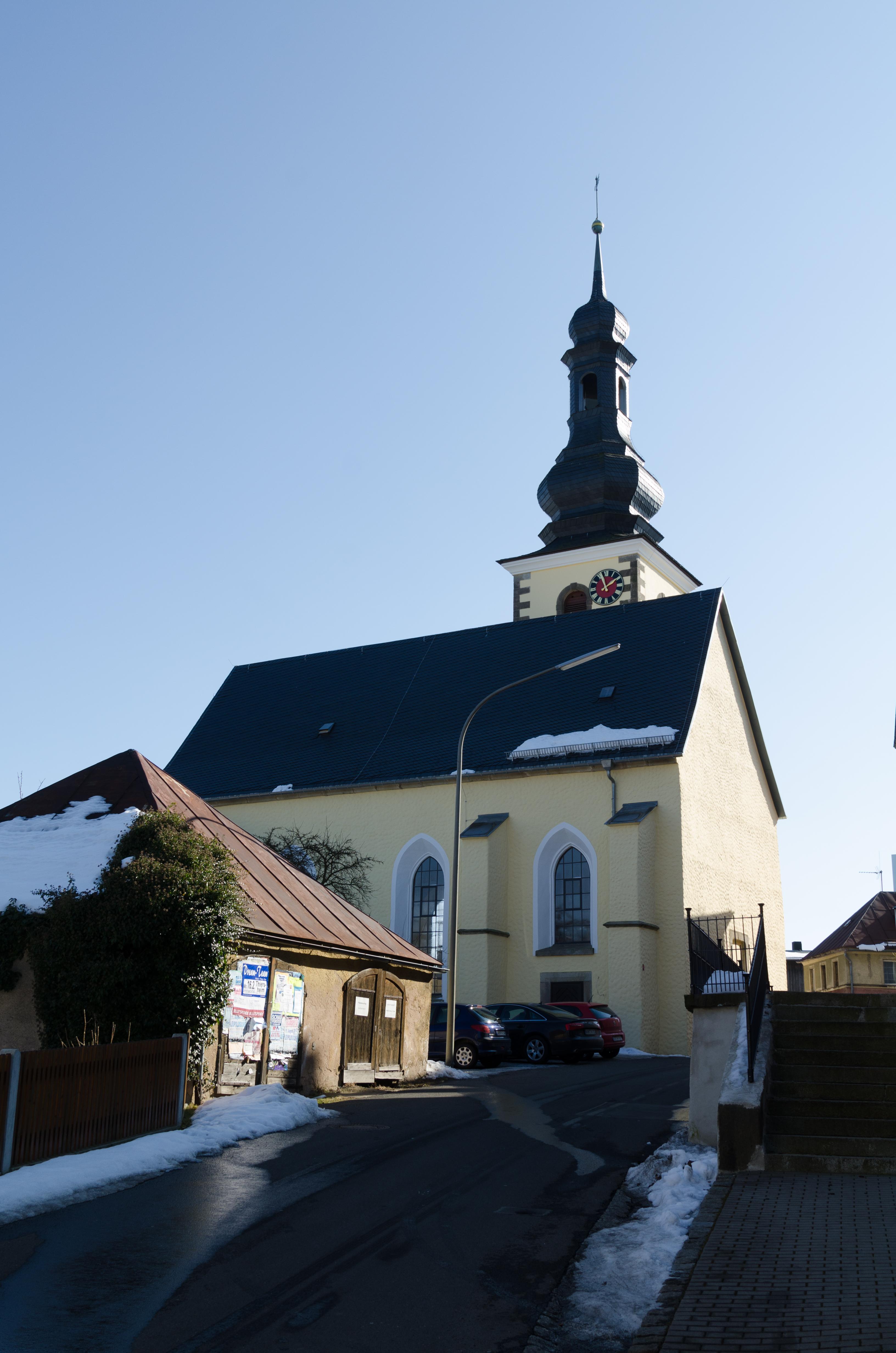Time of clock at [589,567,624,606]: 1:56
